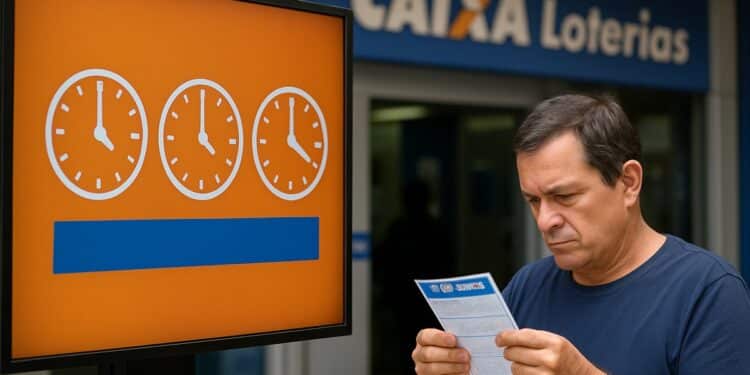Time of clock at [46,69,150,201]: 4:00
